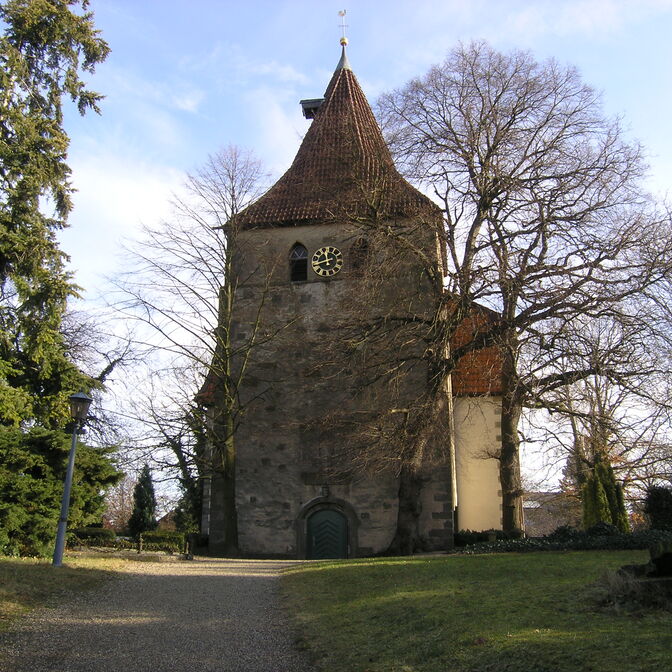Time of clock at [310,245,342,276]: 11:41
